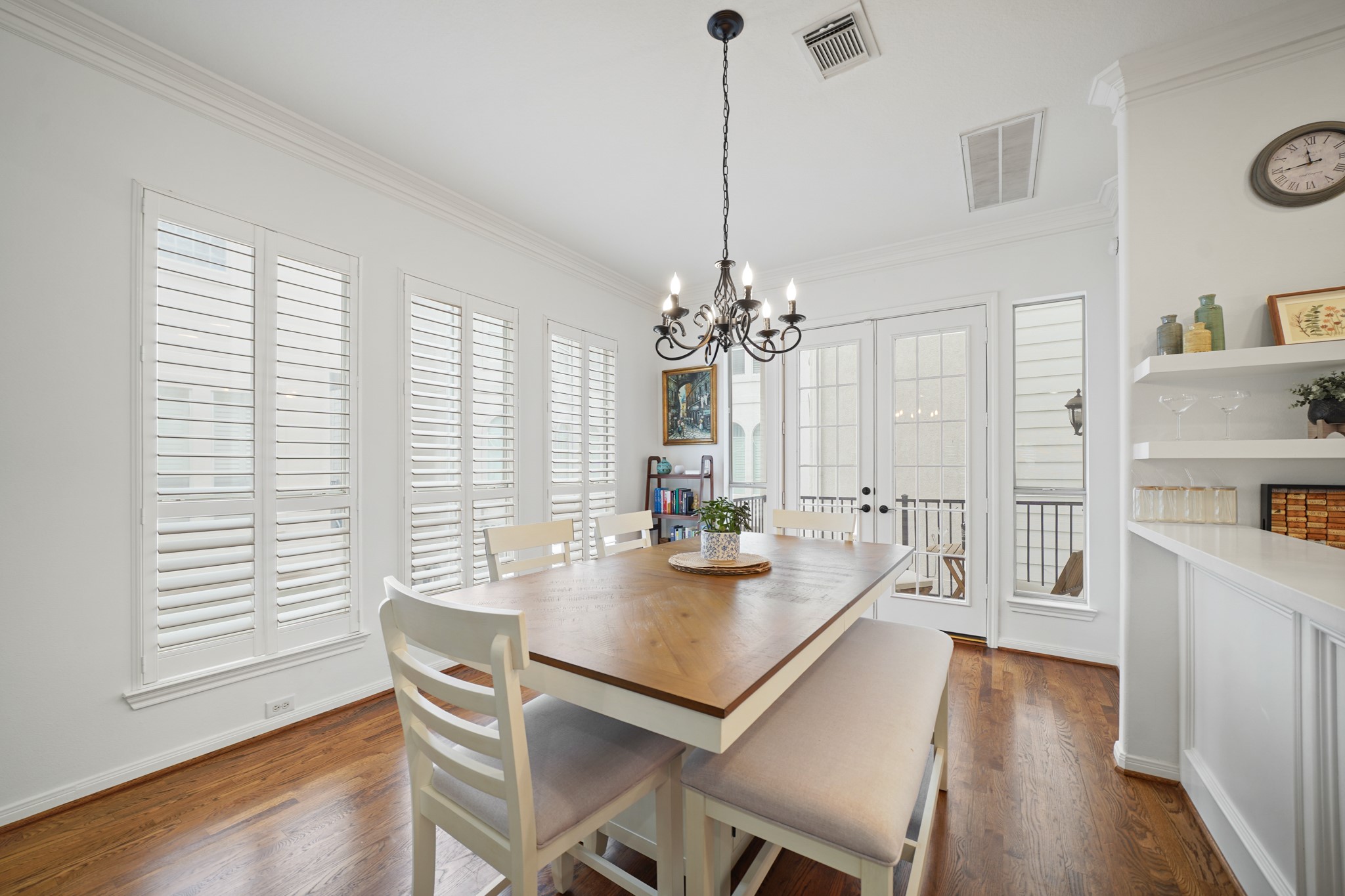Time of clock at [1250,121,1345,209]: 11:43
